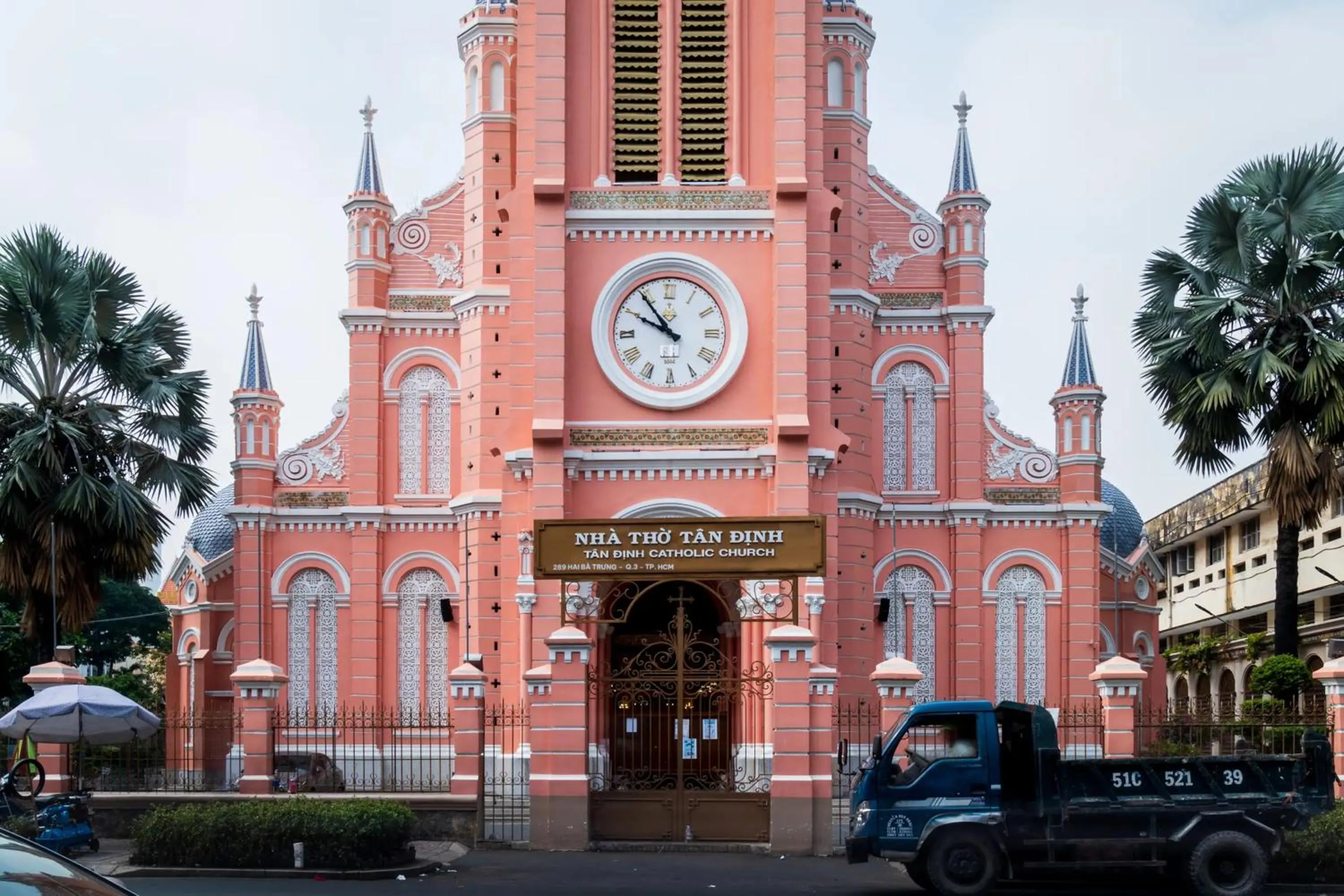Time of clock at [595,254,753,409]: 9:54
